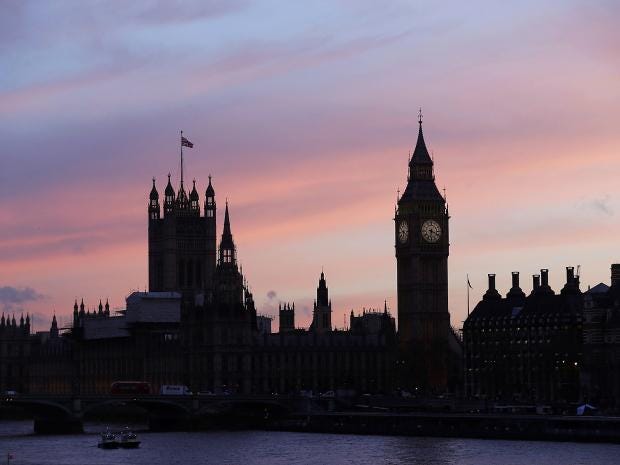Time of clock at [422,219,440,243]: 6:18
